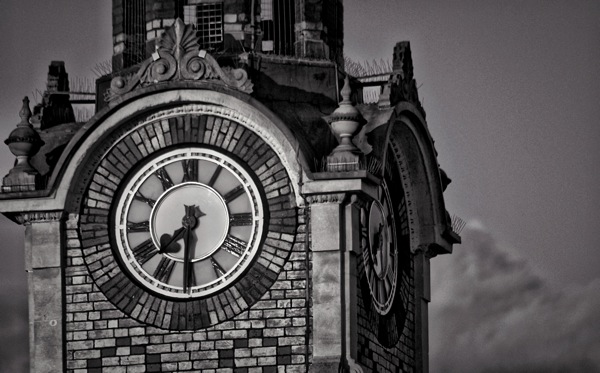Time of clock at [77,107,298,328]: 7:30
